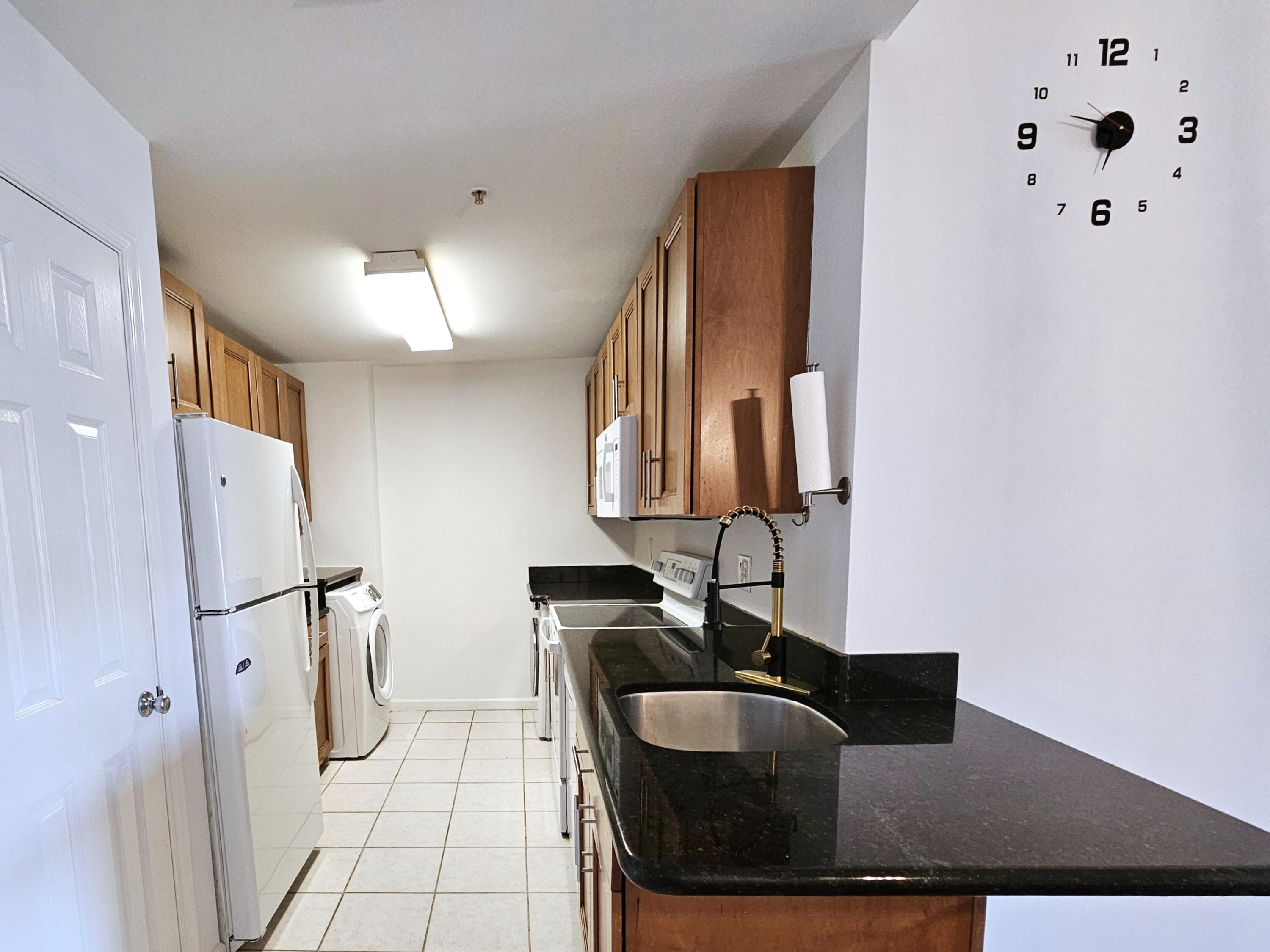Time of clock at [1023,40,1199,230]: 9:48
